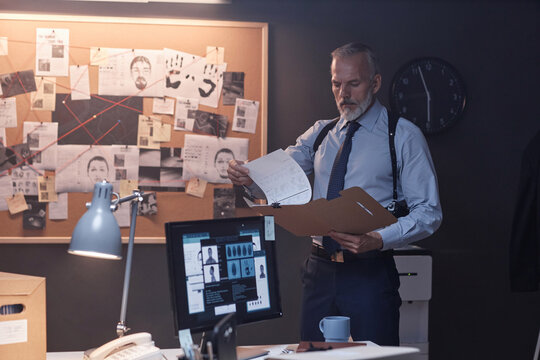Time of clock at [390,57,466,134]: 8:56
